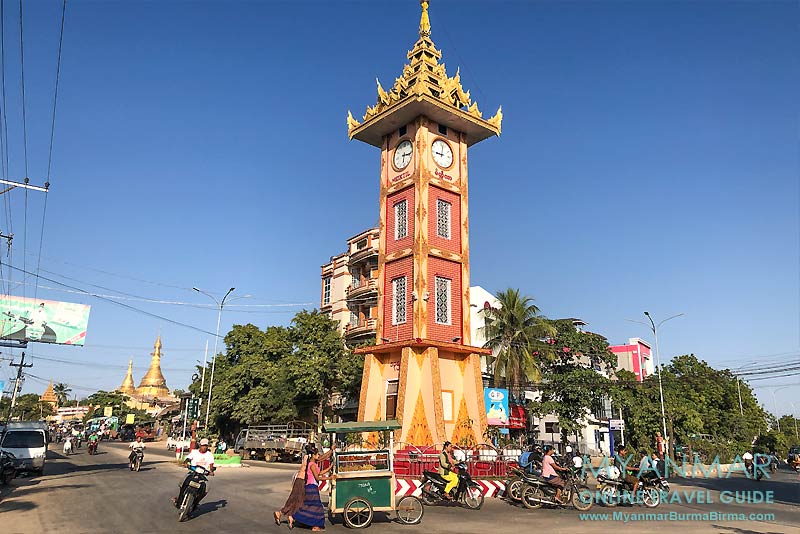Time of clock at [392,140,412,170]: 6:16
